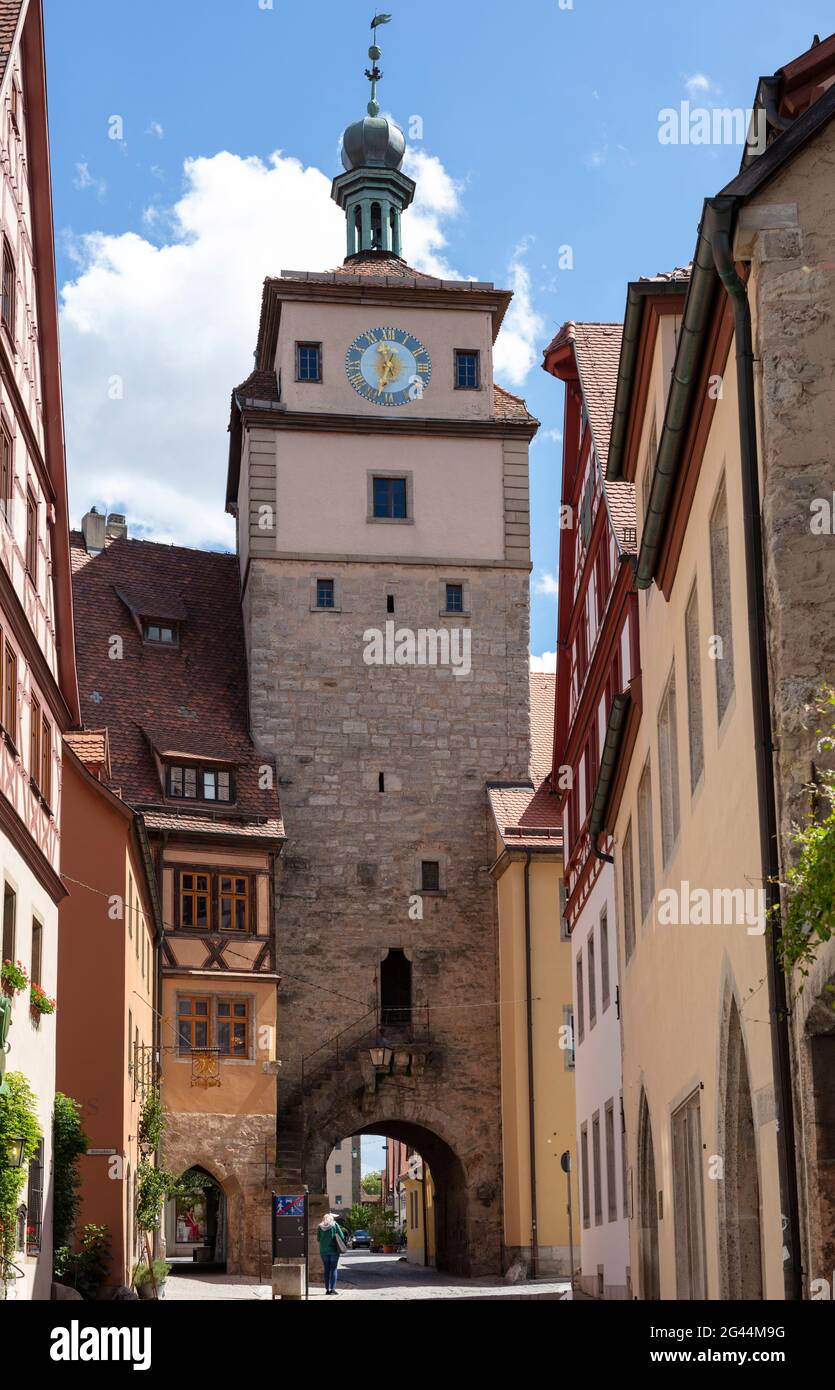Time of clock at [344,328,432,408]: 12:32
